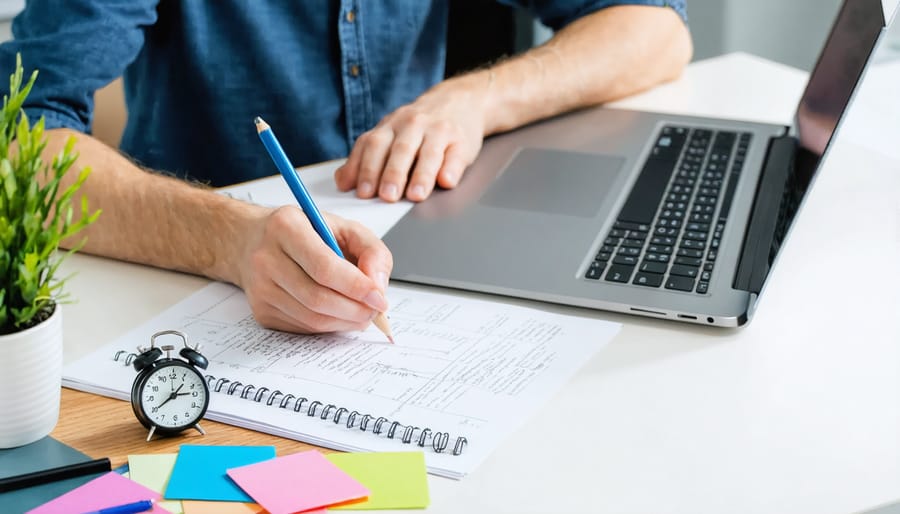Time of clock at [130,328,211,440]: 2:39
